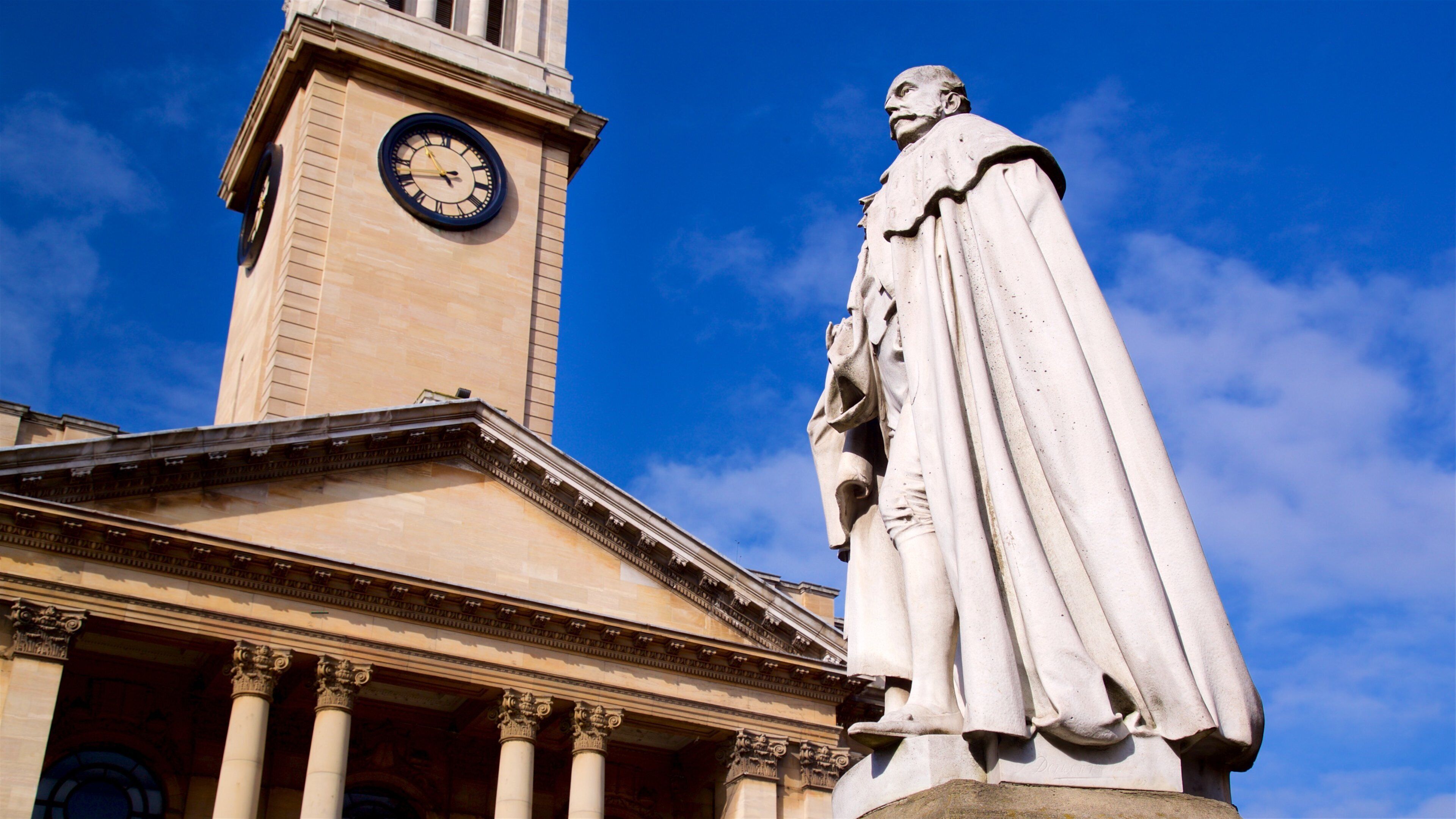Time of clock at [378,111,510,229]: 10:41
